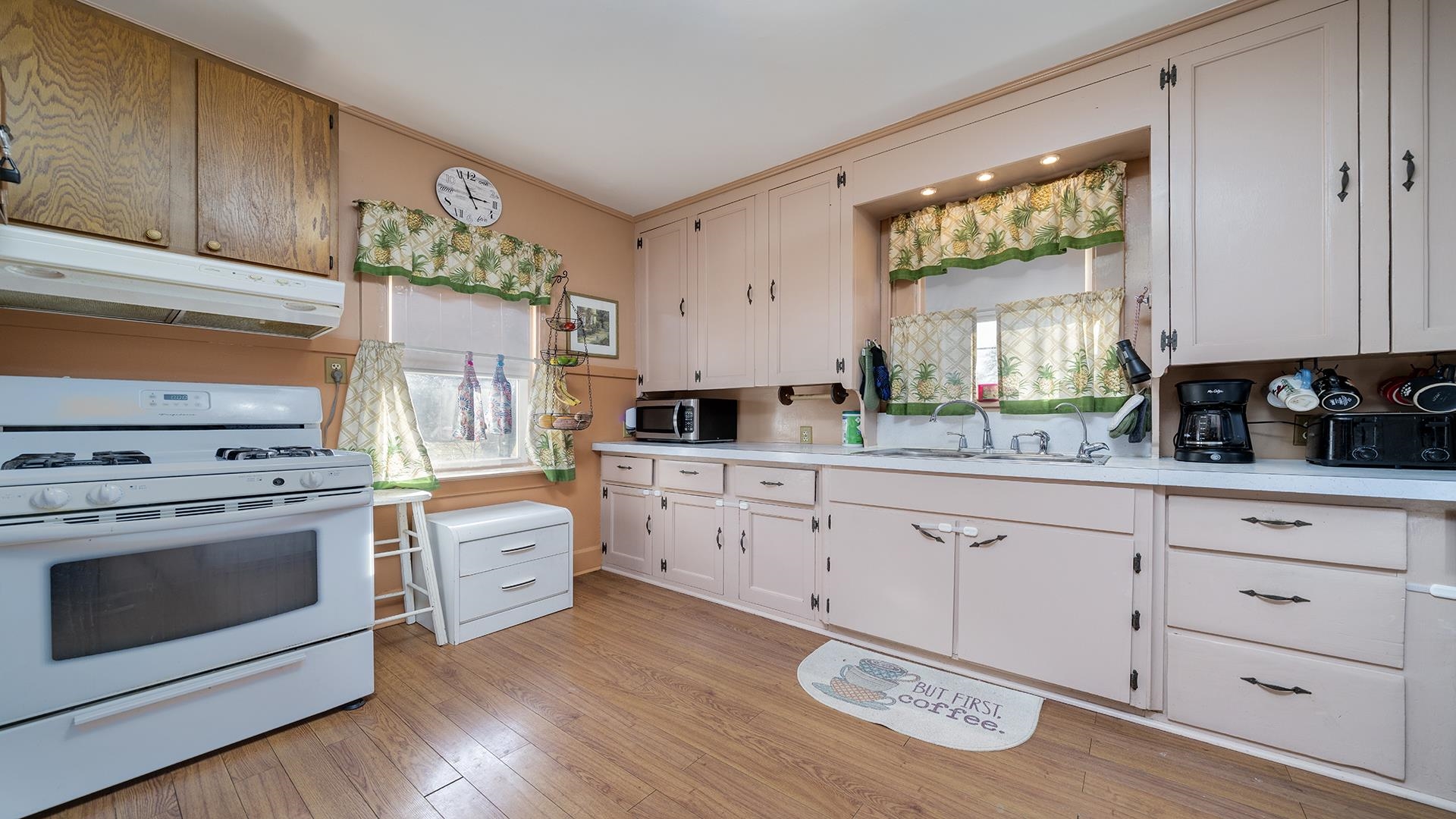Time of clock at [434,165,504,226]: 2:55
